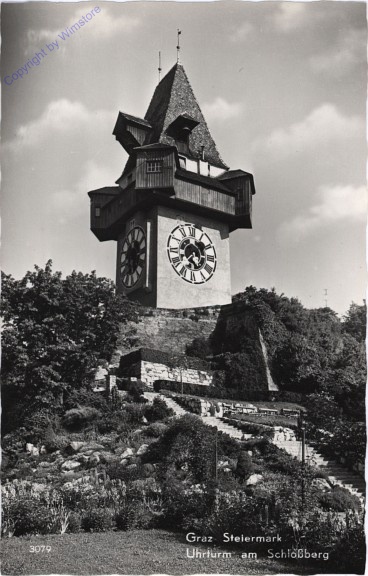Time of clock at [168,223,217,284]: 1:36
